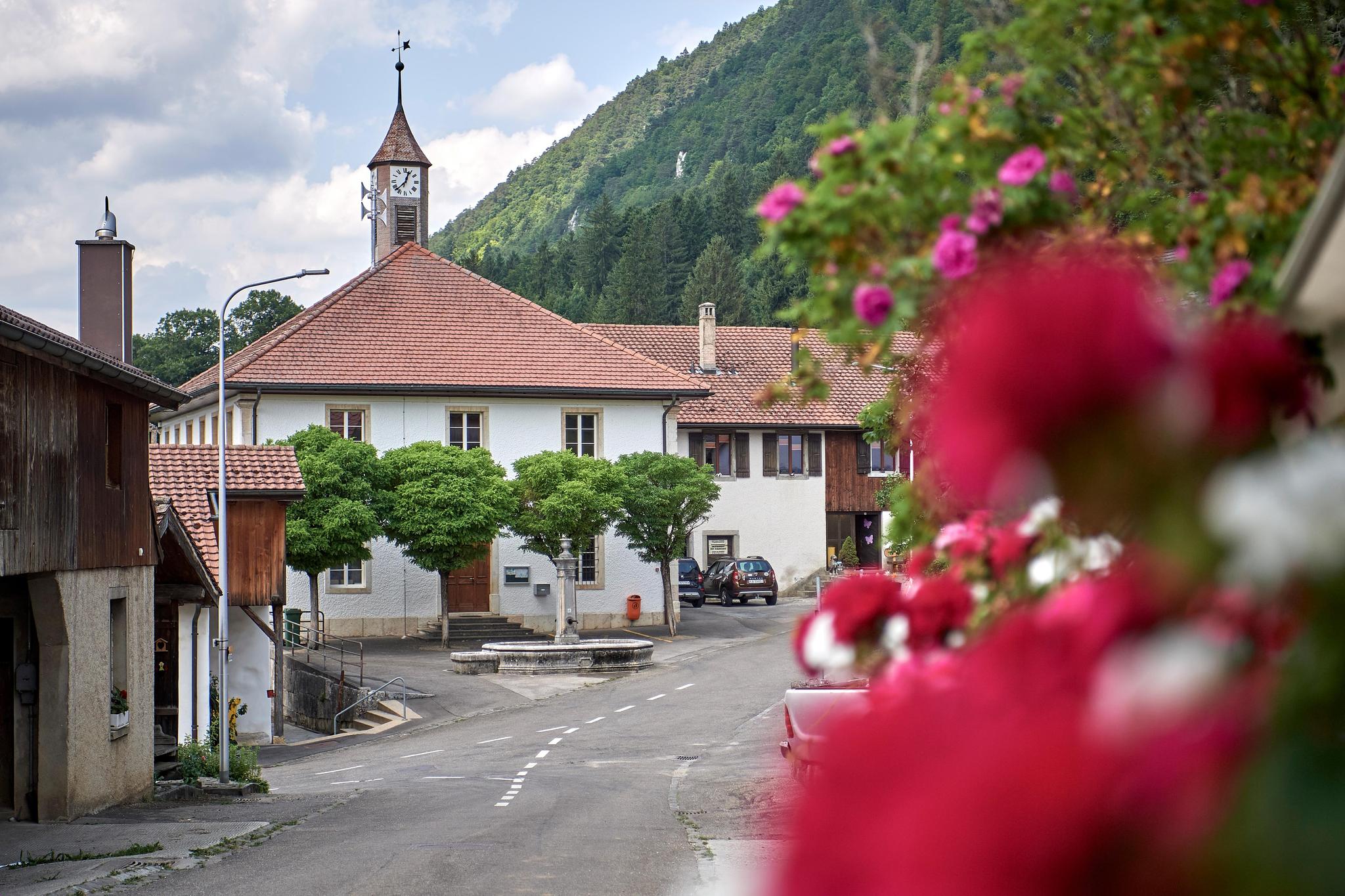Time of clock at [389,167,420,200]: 12:37
